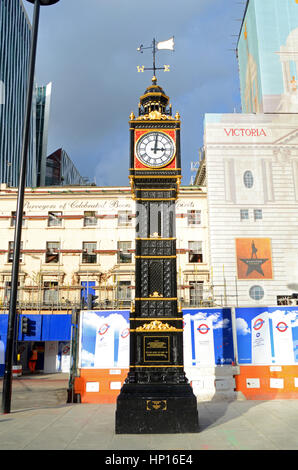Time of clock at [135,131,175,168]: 3:01
